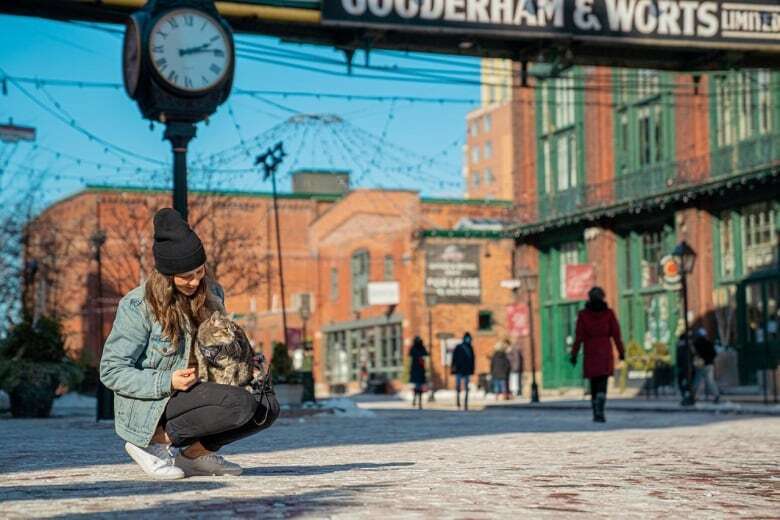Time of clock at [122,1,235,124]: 2:13
